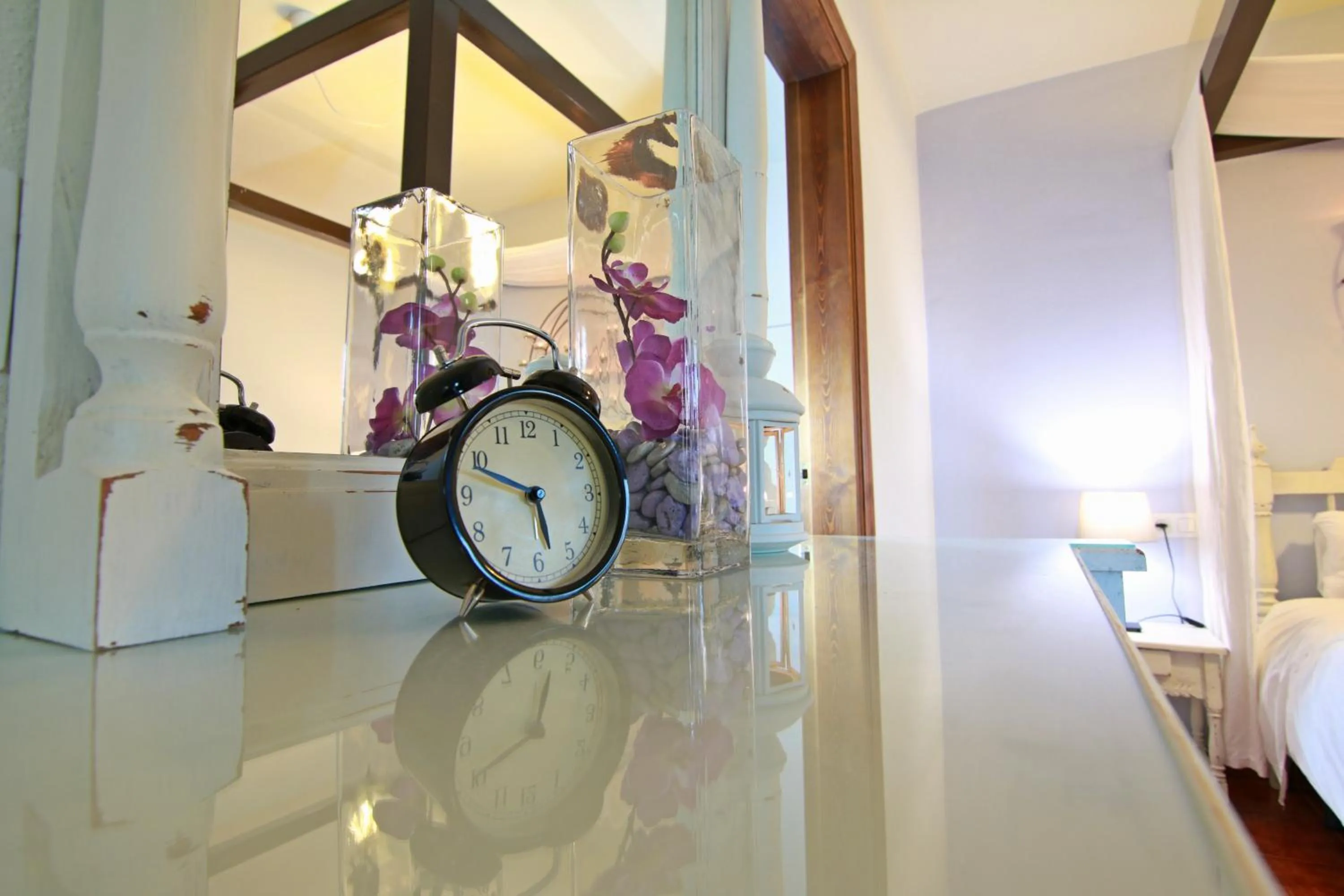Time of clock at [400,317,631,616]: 5:48
